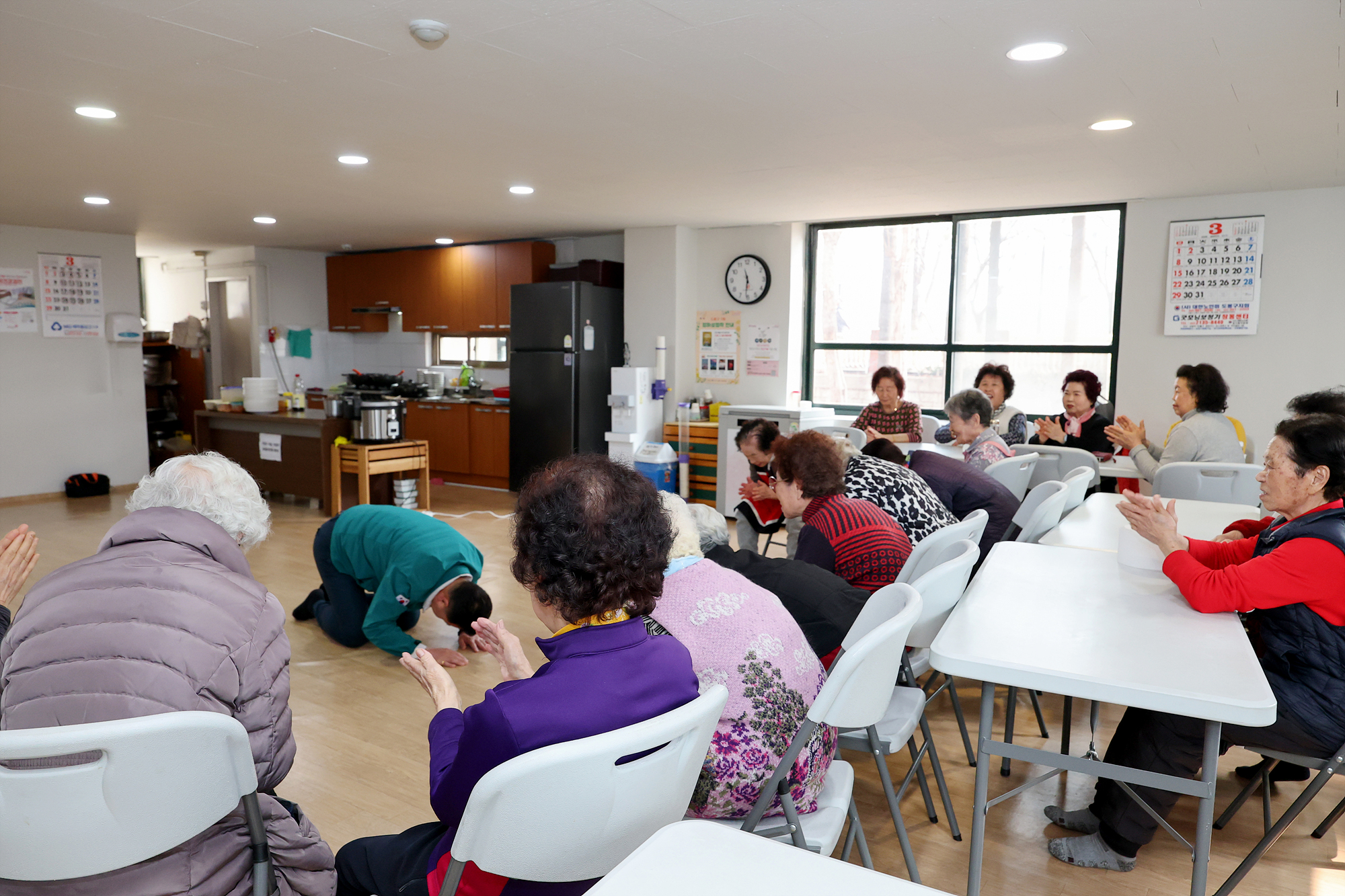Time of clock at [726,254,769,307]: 11:31
